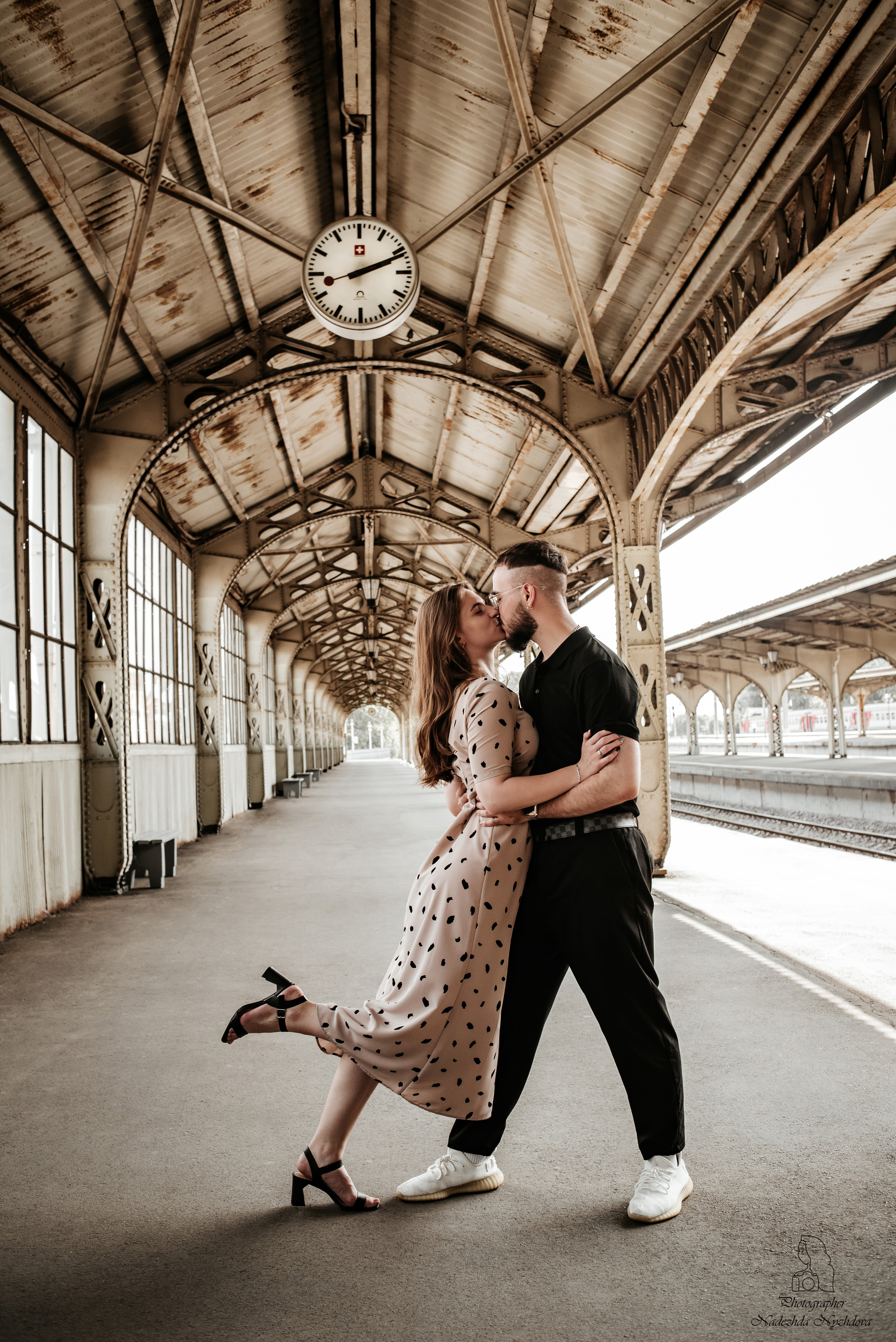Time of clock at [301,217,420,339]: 2:11
